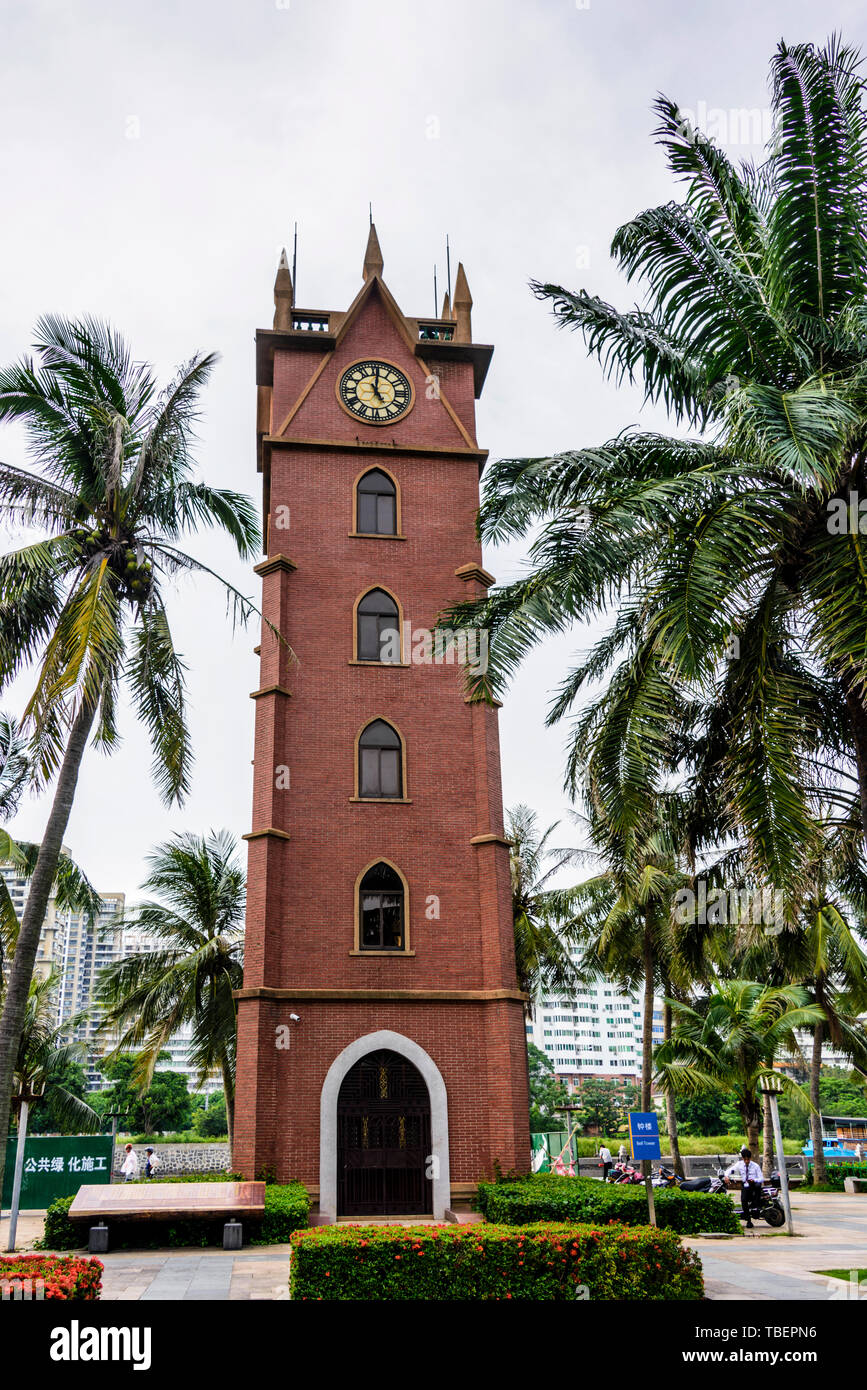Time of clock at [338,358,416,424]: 5:00
